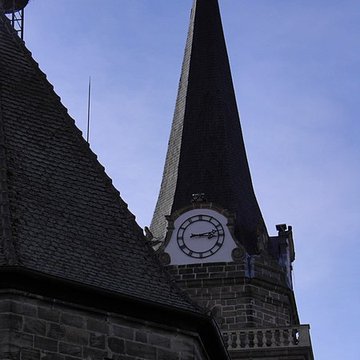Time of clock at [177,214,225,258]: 3:12
